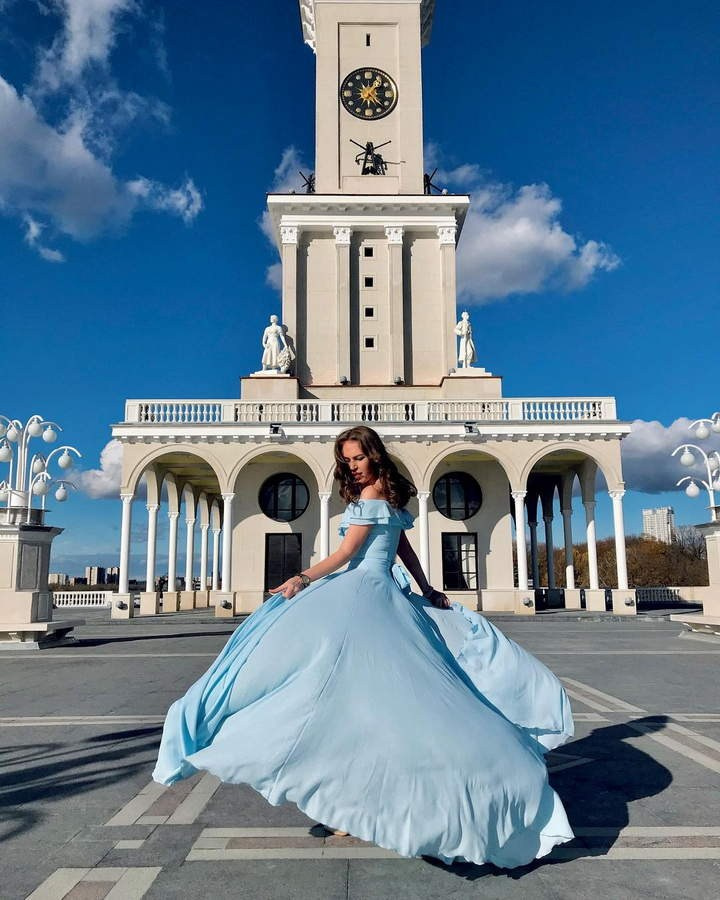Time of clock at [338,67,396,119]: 1:22
